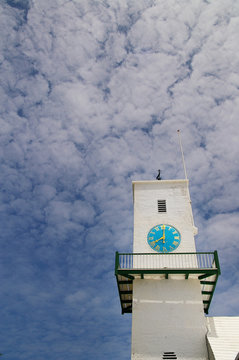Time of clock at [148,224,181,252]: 8:00
